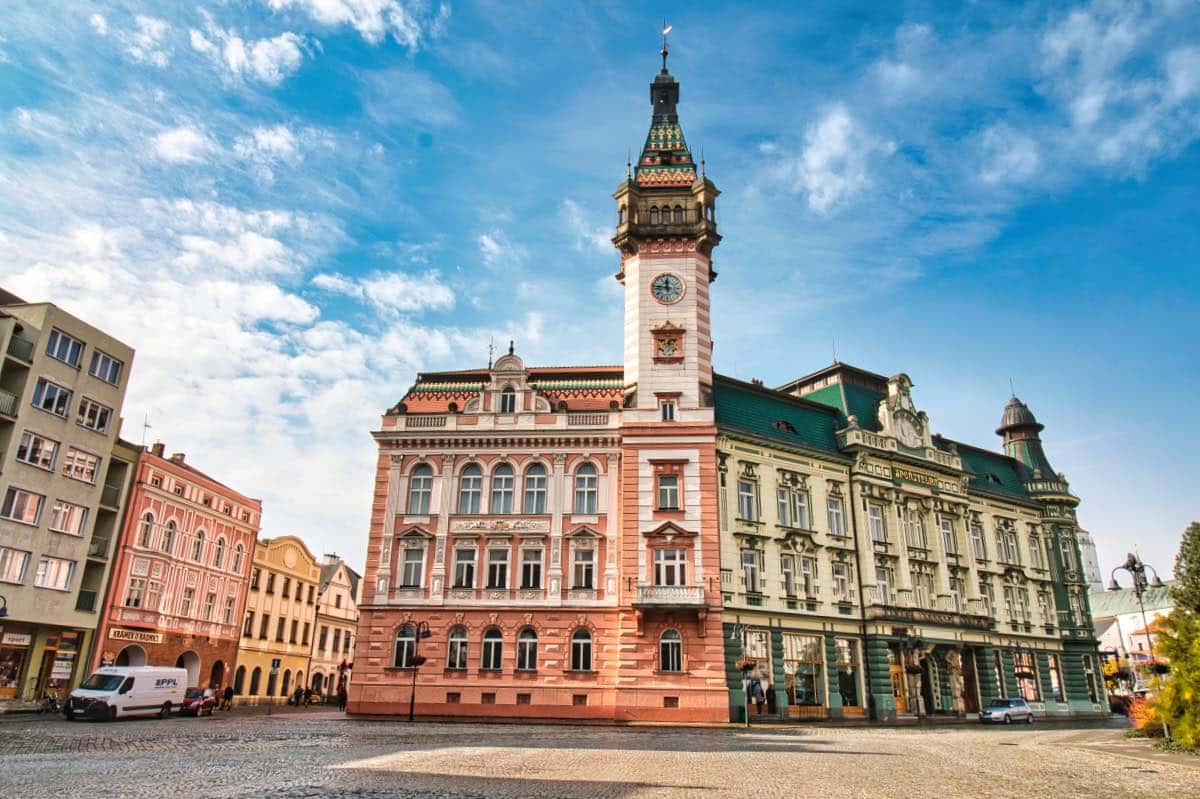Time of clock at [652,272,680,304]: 11:46
